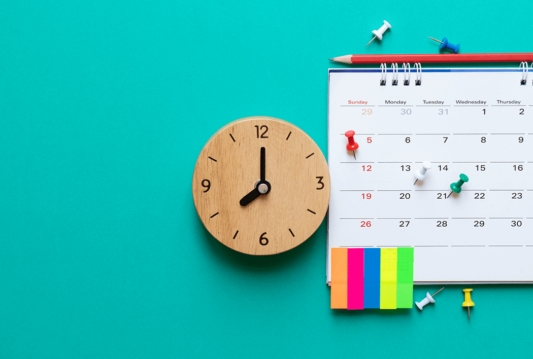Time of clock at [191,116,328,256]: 8:00
